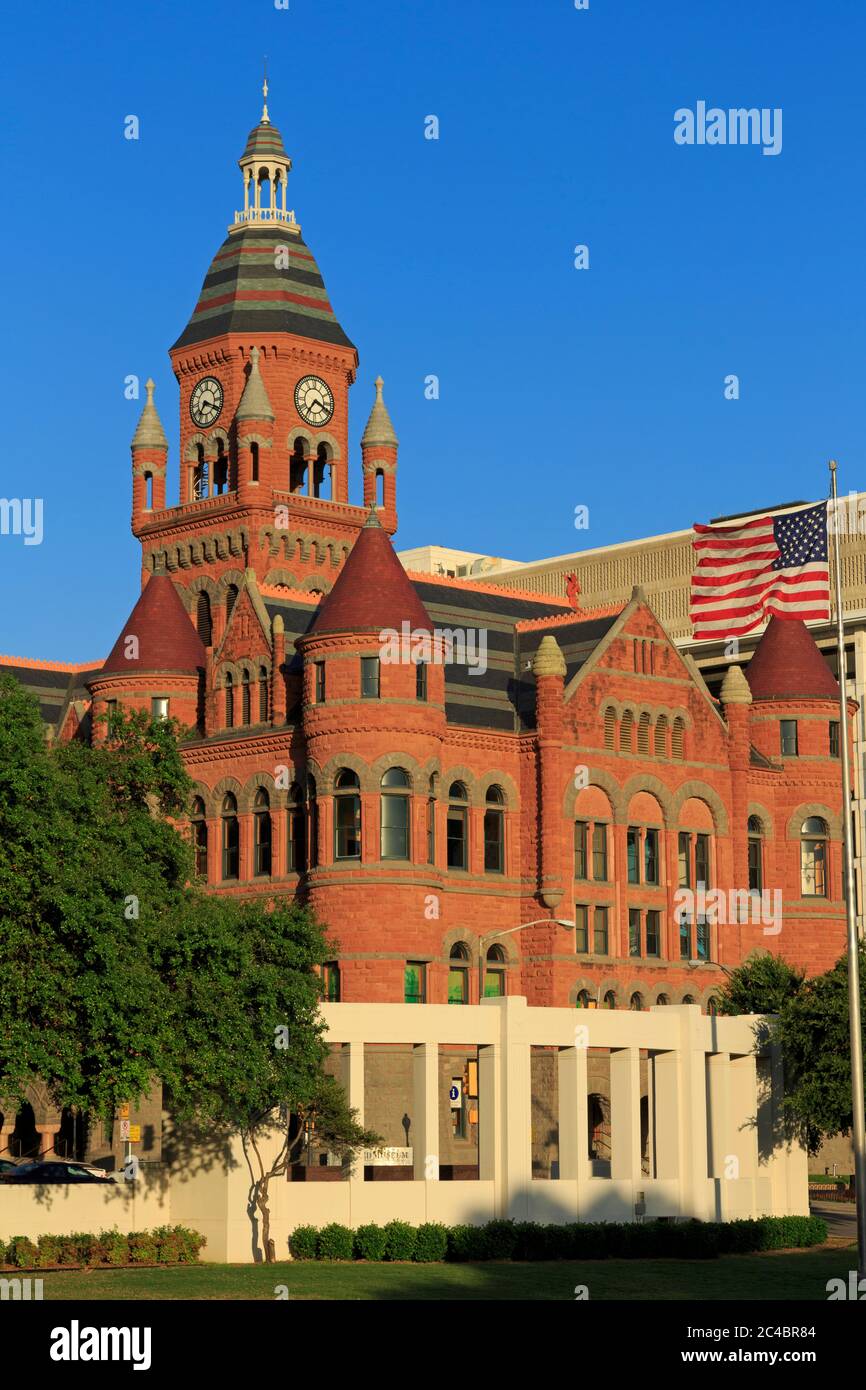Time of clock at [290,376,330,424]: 7:18
